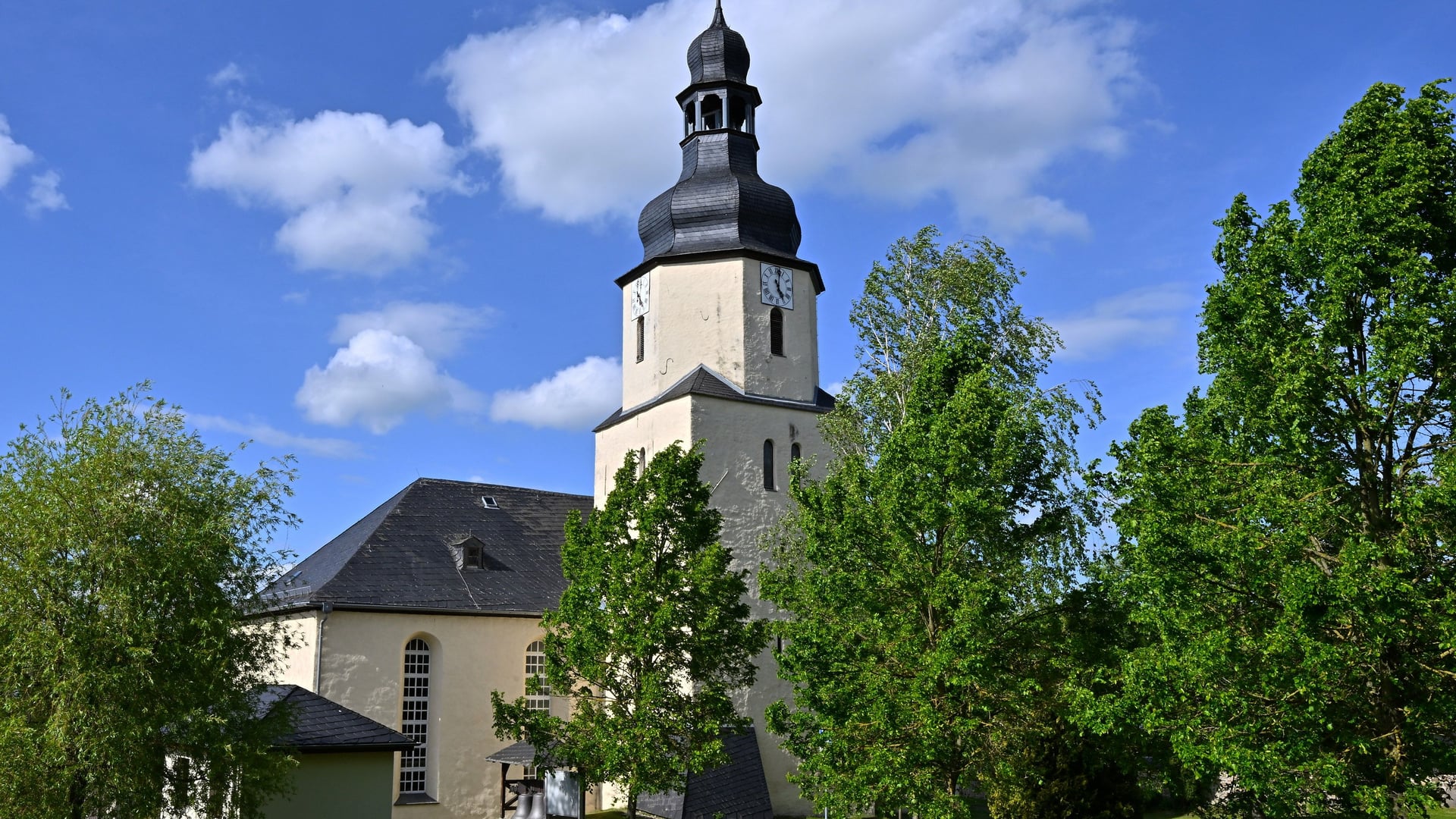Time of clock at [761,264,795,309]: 5:01
